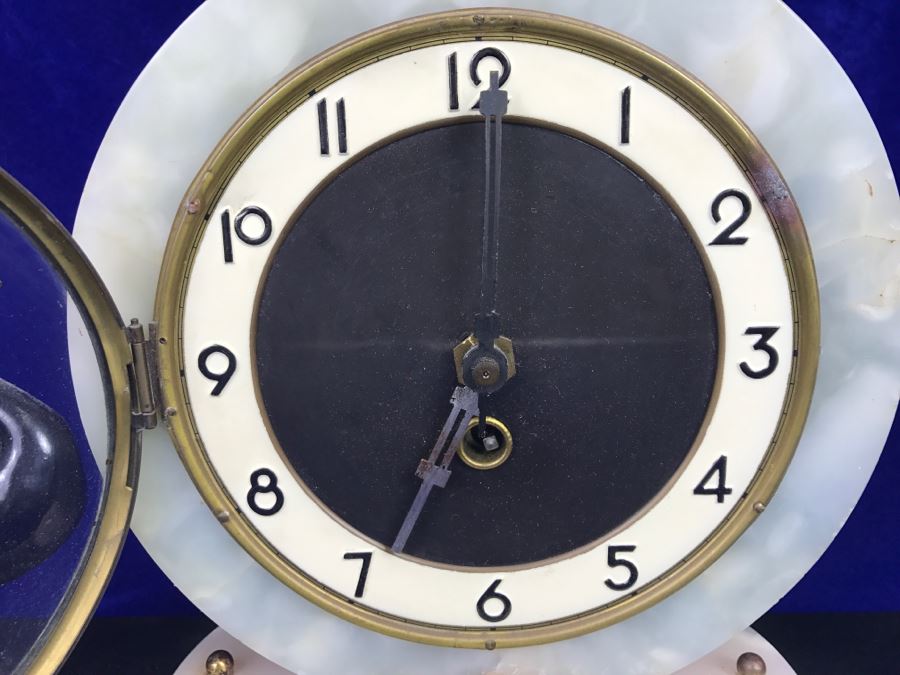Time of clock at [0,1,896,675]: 7:00
